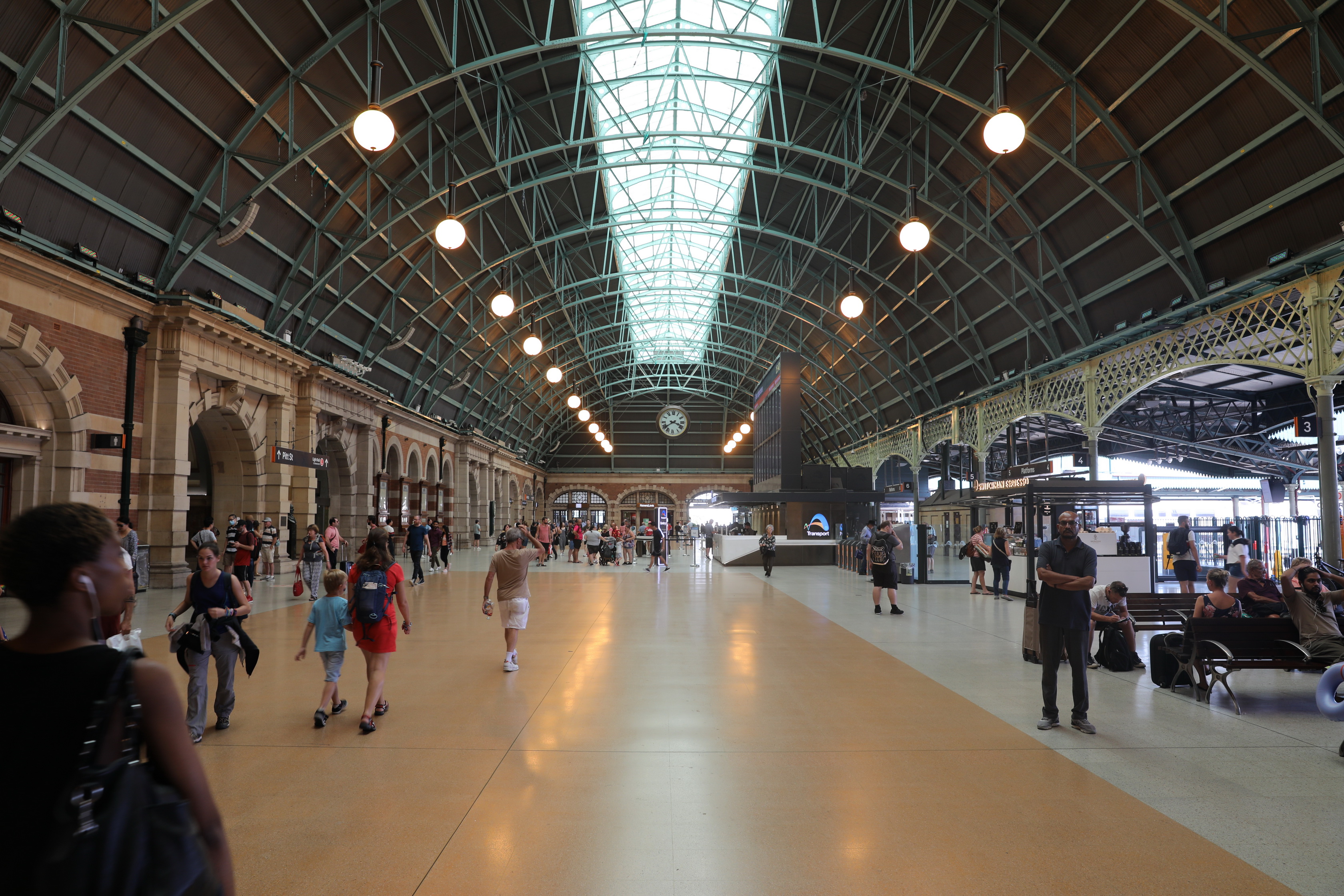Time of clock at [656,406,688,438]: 3:39
